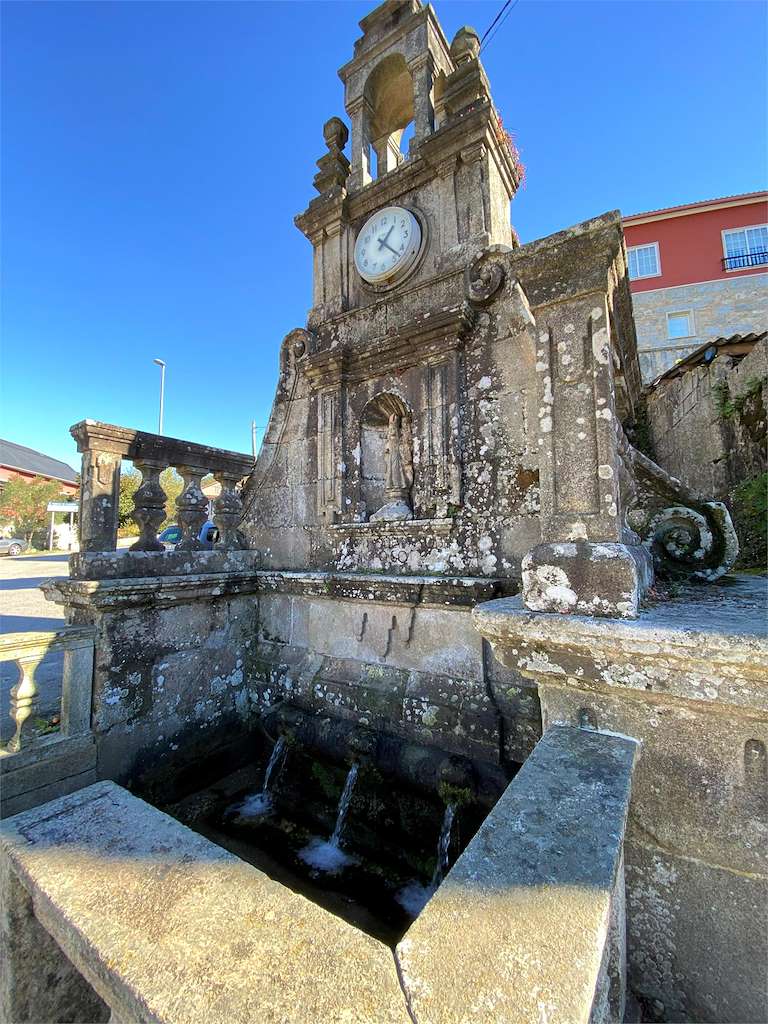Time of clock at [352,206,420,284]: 1:22
